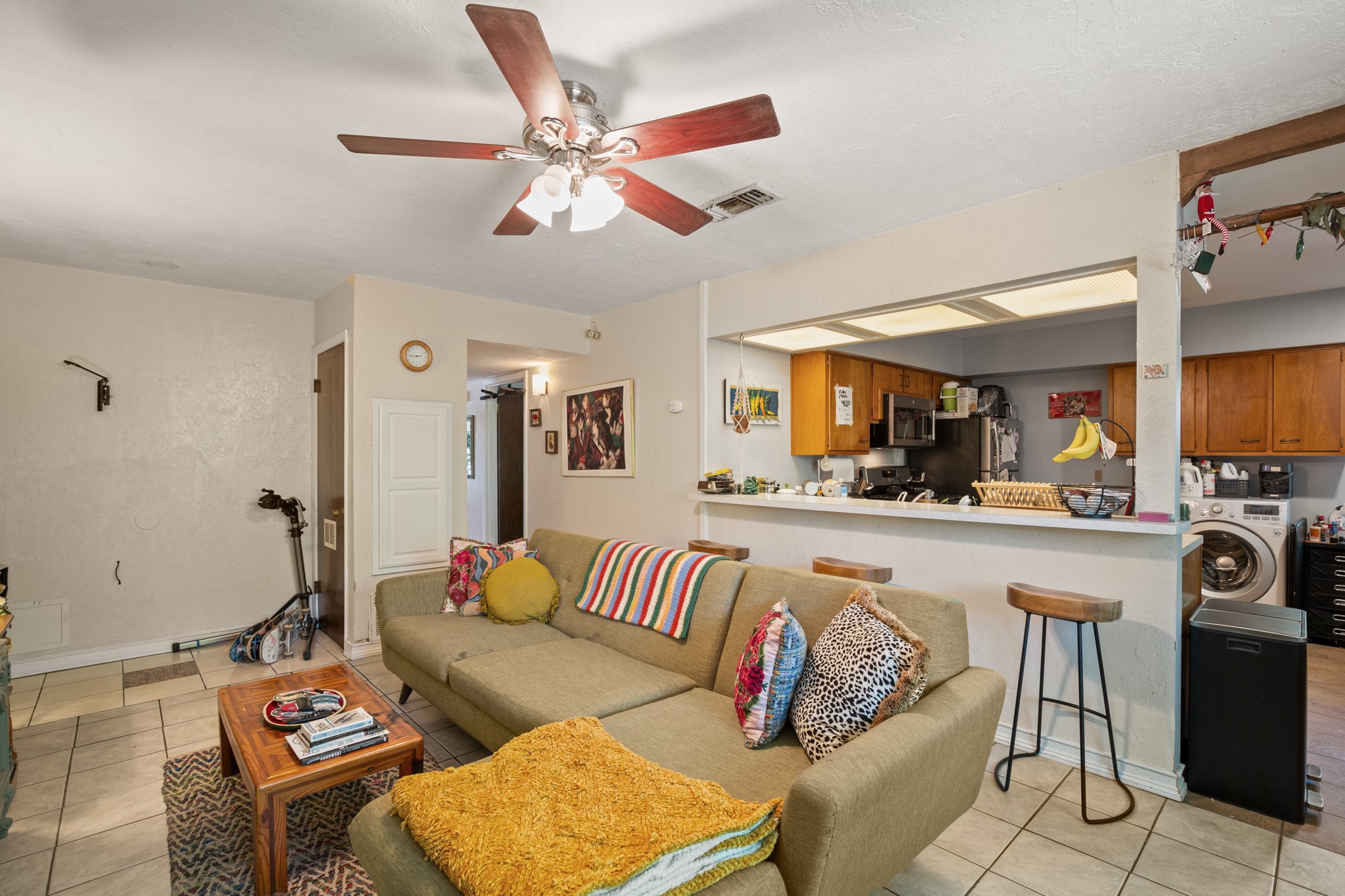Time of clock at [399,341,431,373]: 2:44
